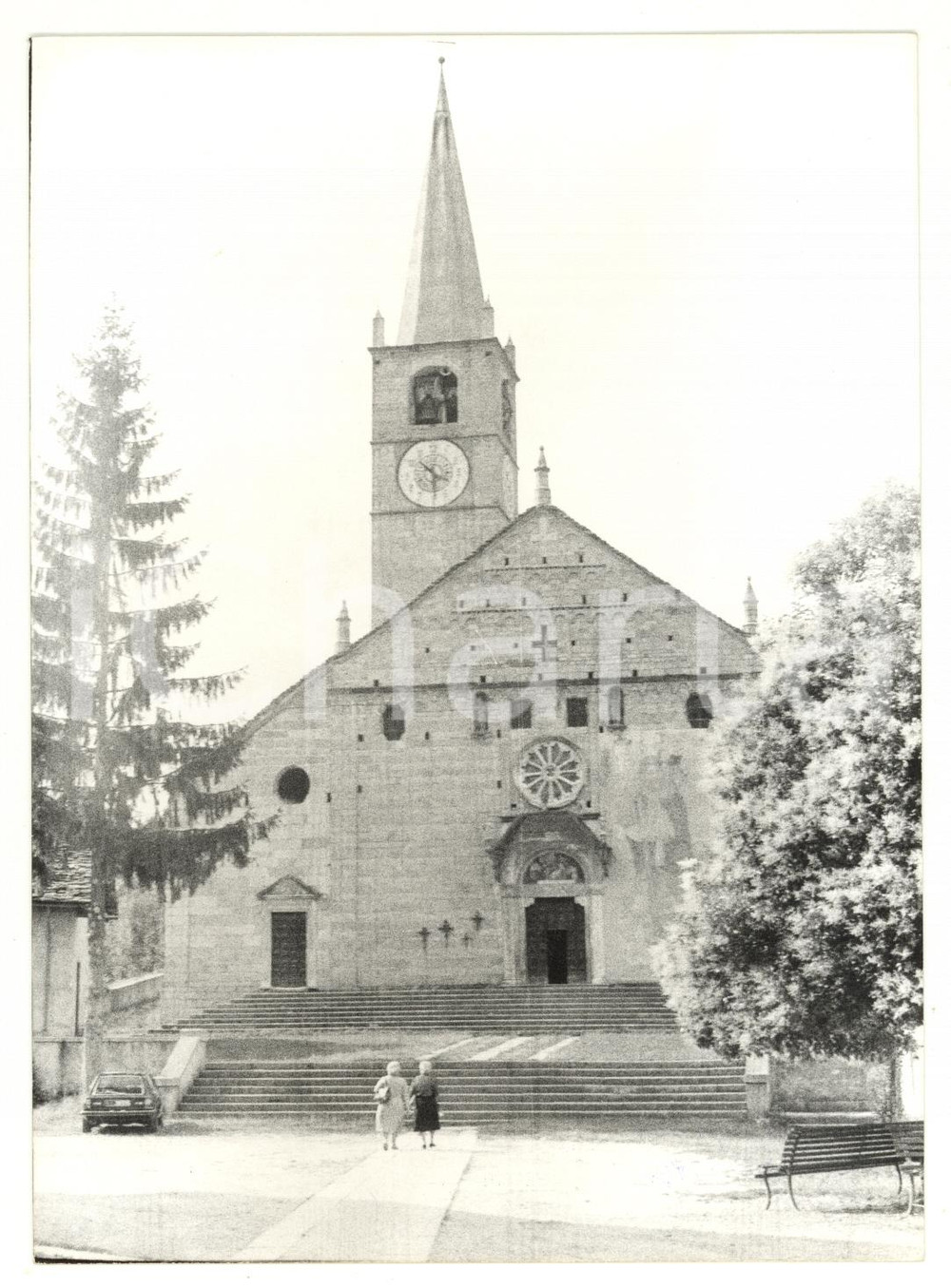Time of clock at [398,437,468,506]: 10:29
